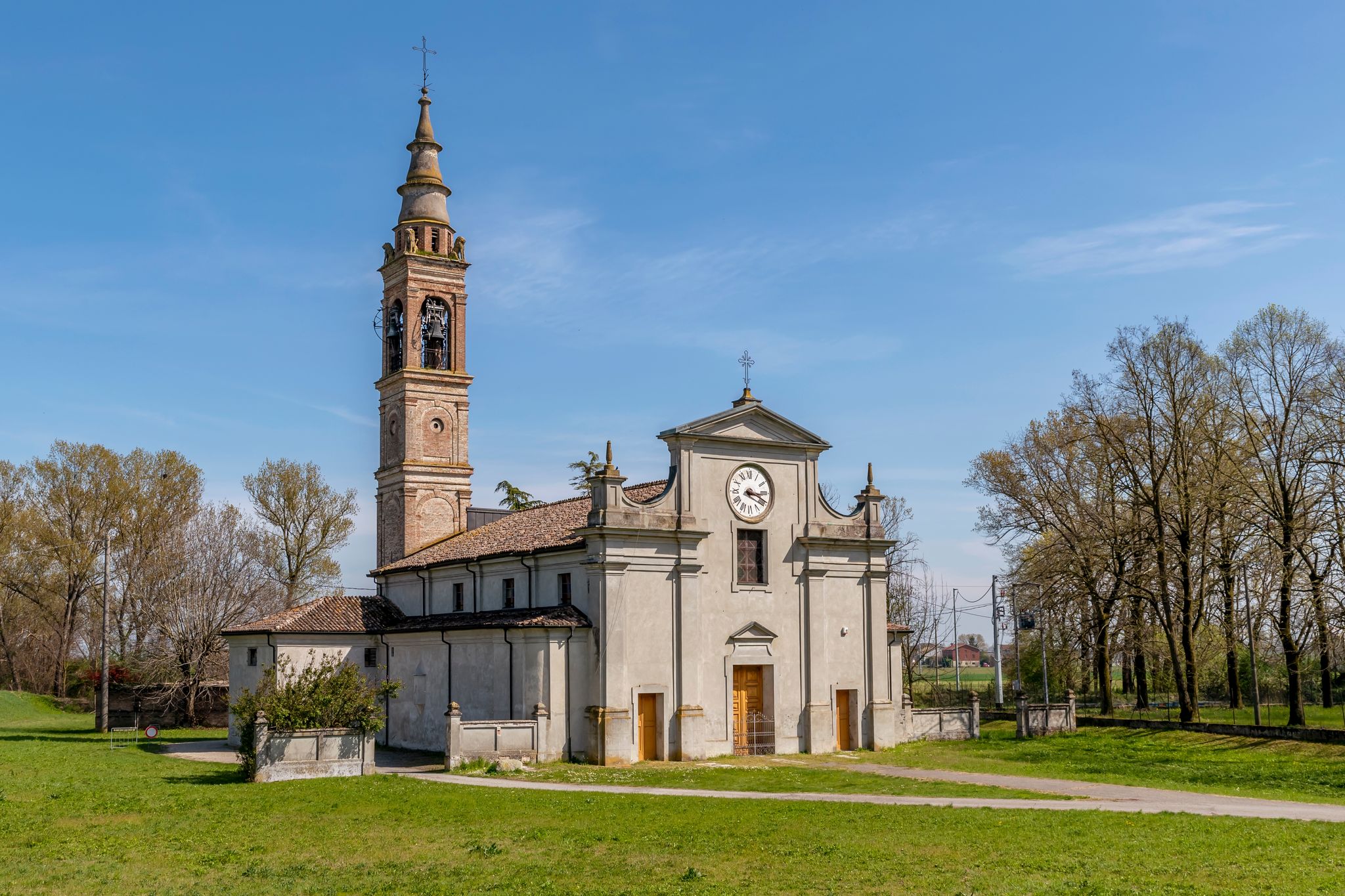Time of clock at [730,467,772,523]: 3:19
